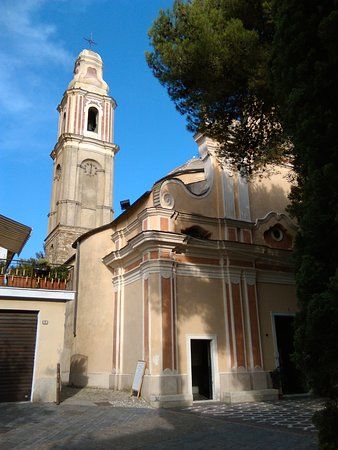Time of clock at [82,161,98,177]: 6:01
